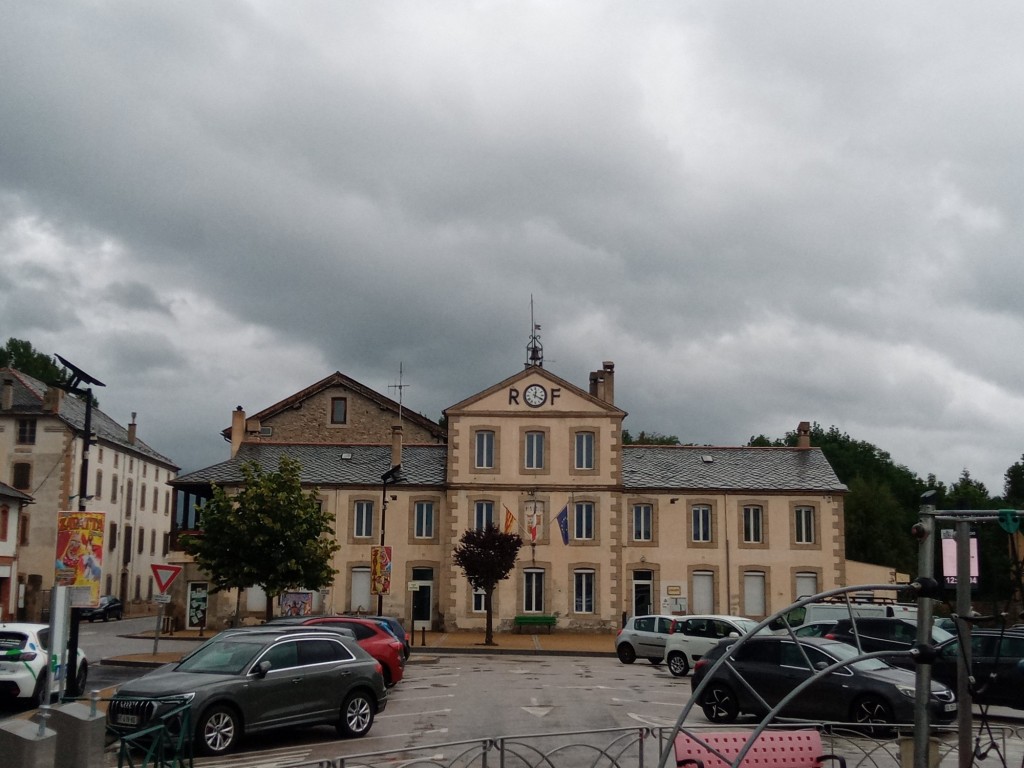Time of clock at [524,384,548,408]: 12:19
